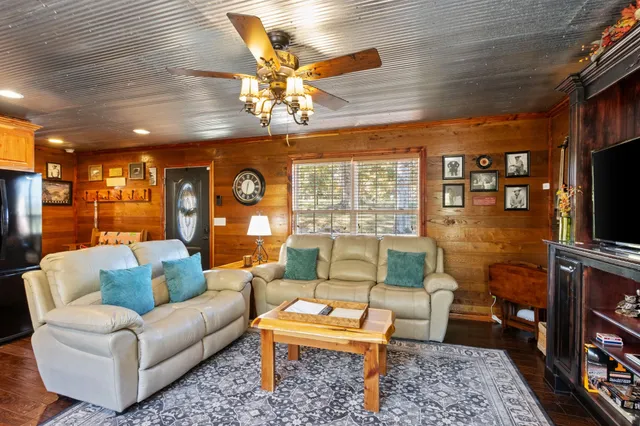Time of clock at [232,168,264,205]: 12:31
